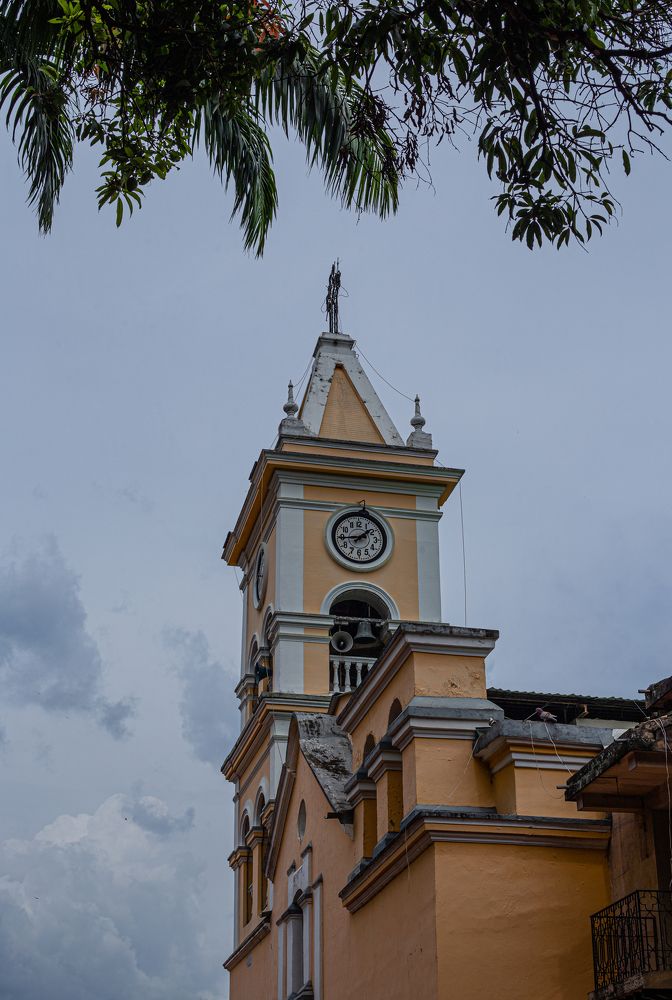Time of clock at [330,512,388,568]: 1:44
